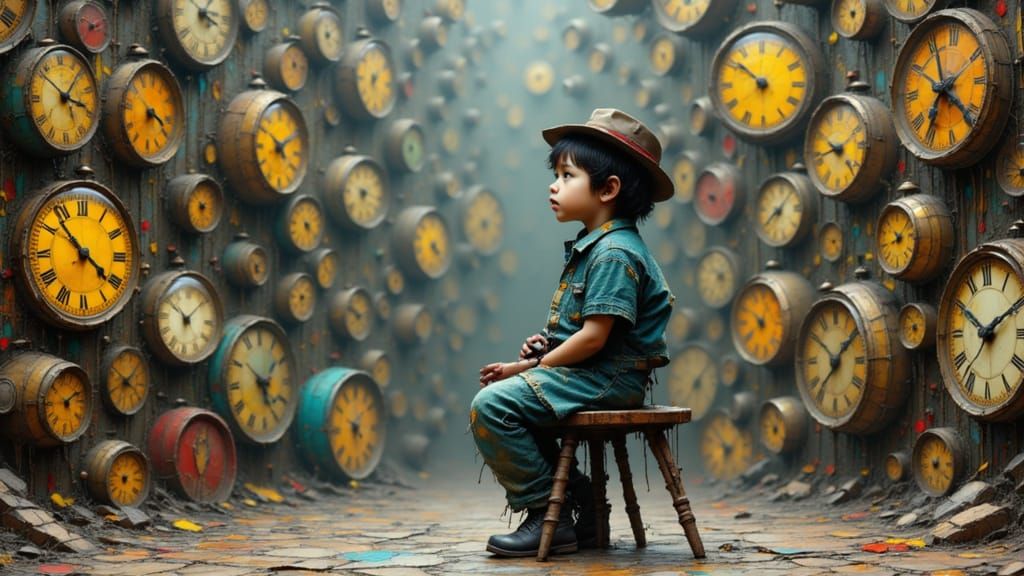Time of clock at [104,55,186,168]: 7:18
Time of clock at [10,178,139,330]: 4:21
